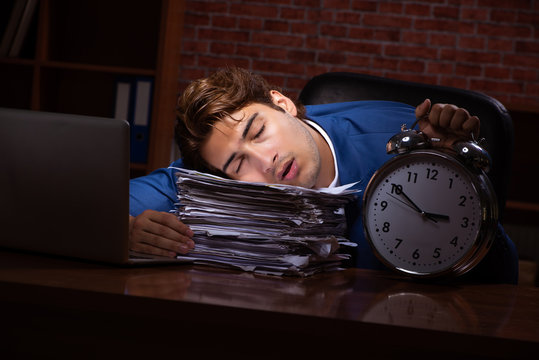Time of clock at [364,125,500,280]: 2:50
